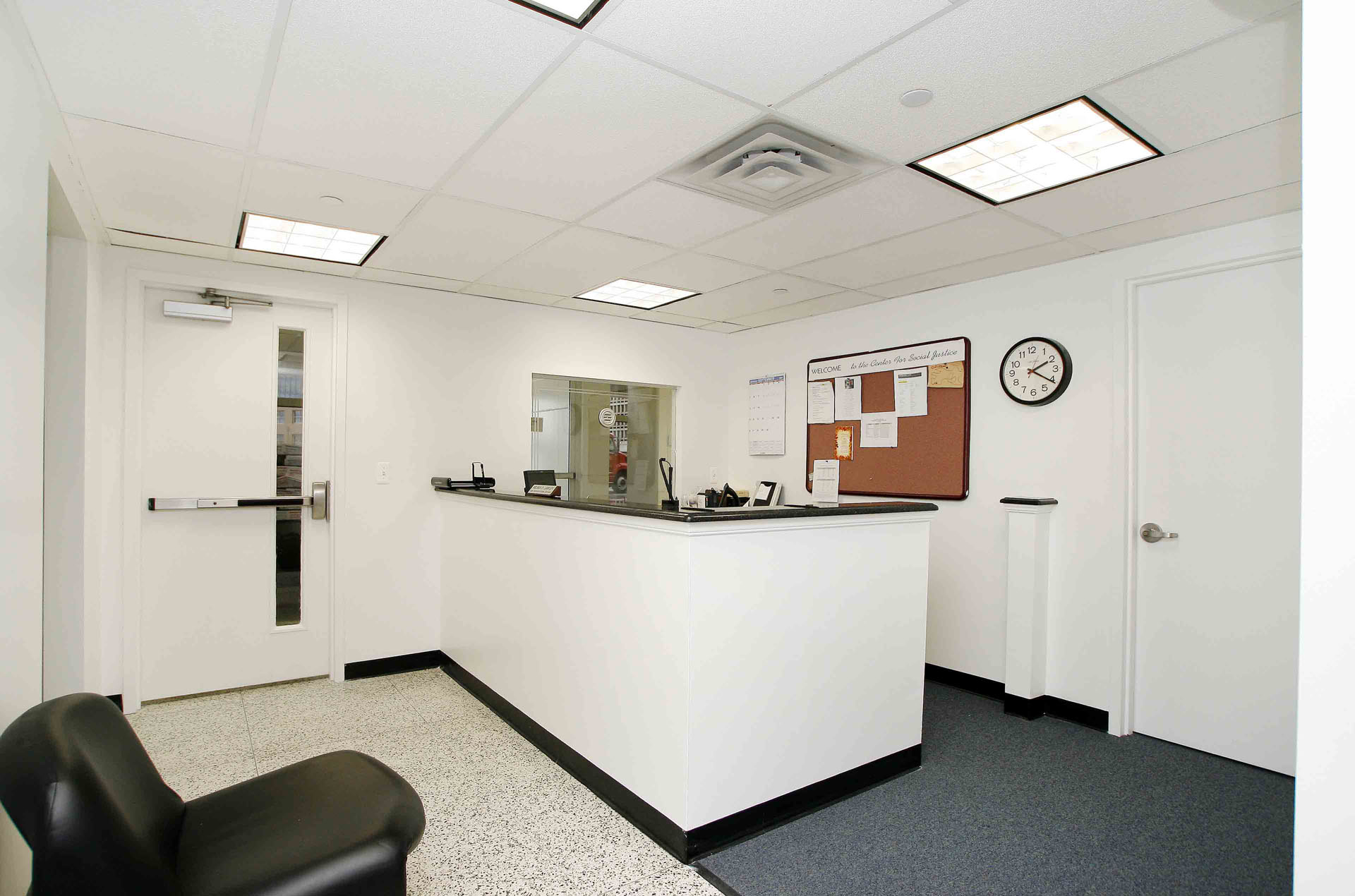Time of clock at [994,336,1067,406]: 2:20
